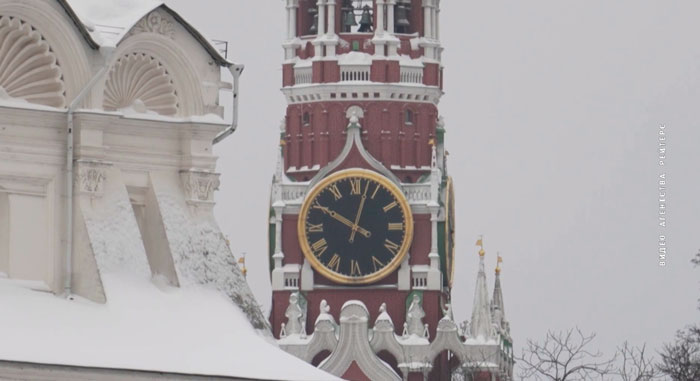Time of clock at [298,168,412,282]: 10:02
